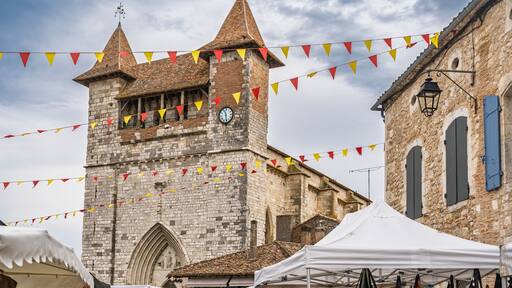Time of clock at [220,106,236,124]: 11:28
